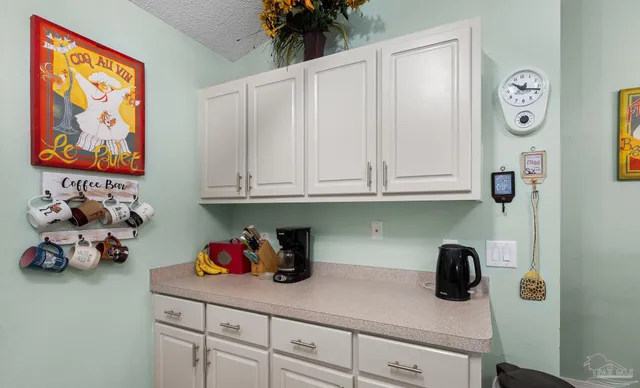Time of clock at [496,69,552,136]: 10:17
